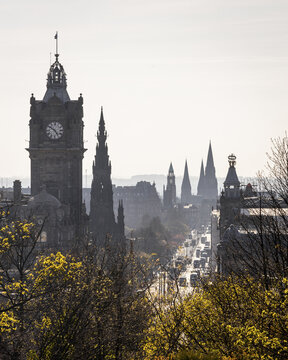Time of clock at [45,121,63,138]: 4:50
